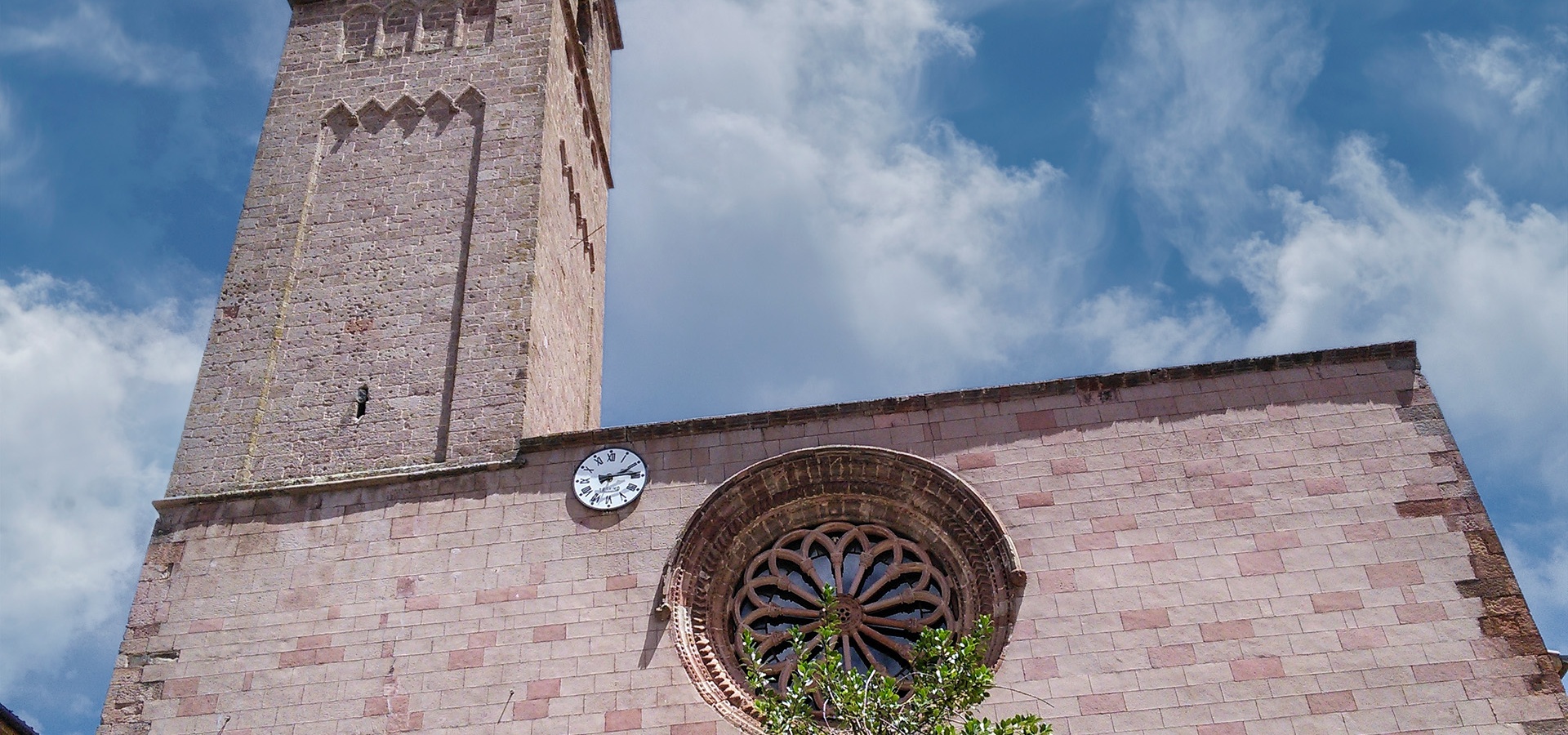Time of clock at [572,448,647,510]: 2:14
